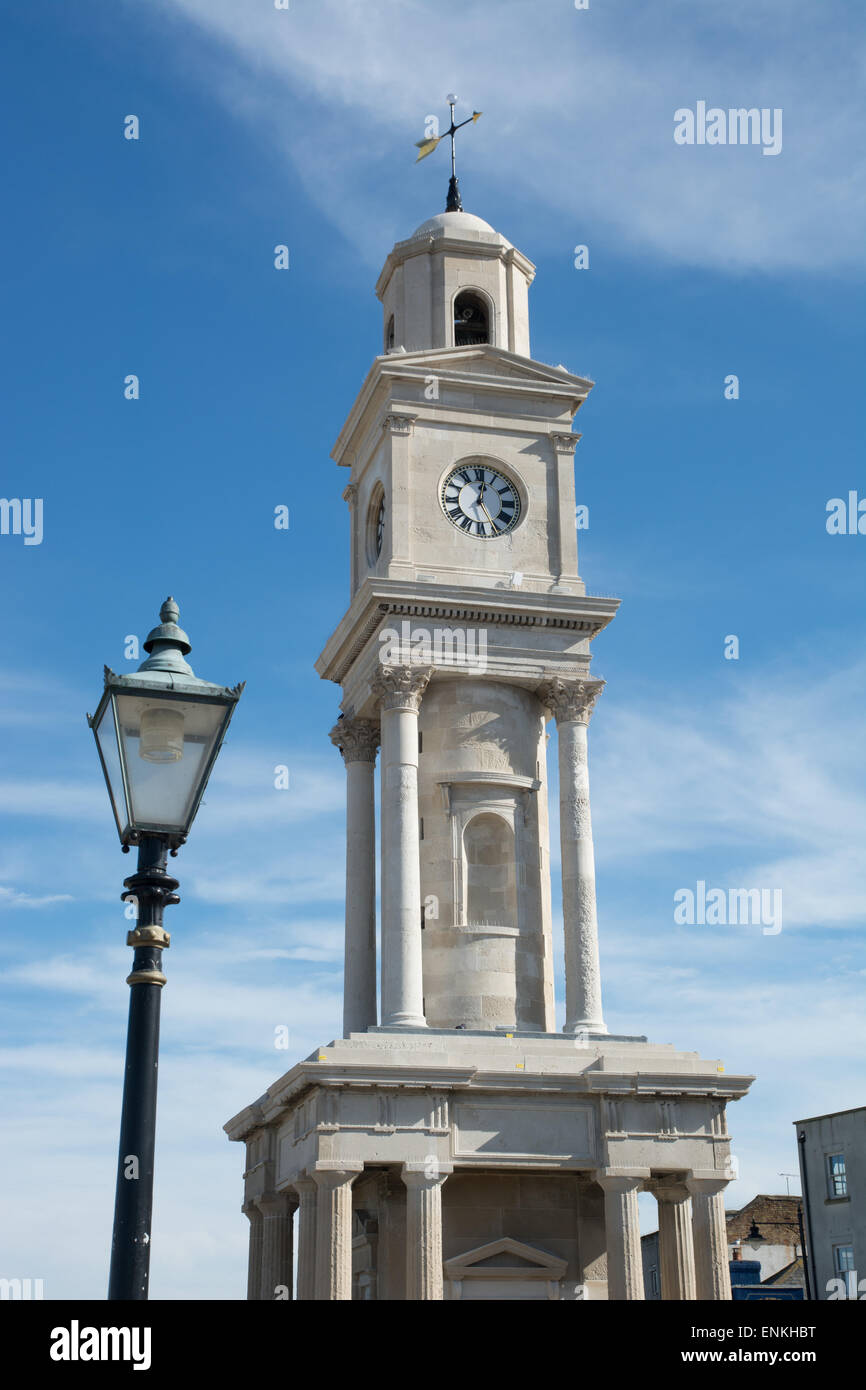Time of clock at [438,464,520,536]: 12:24
